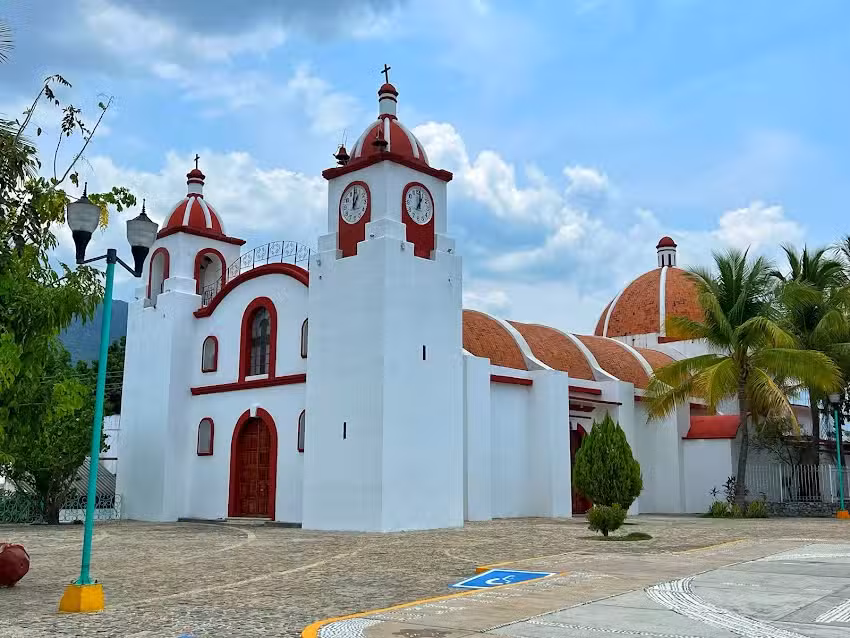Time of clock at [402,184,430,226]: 1:01
